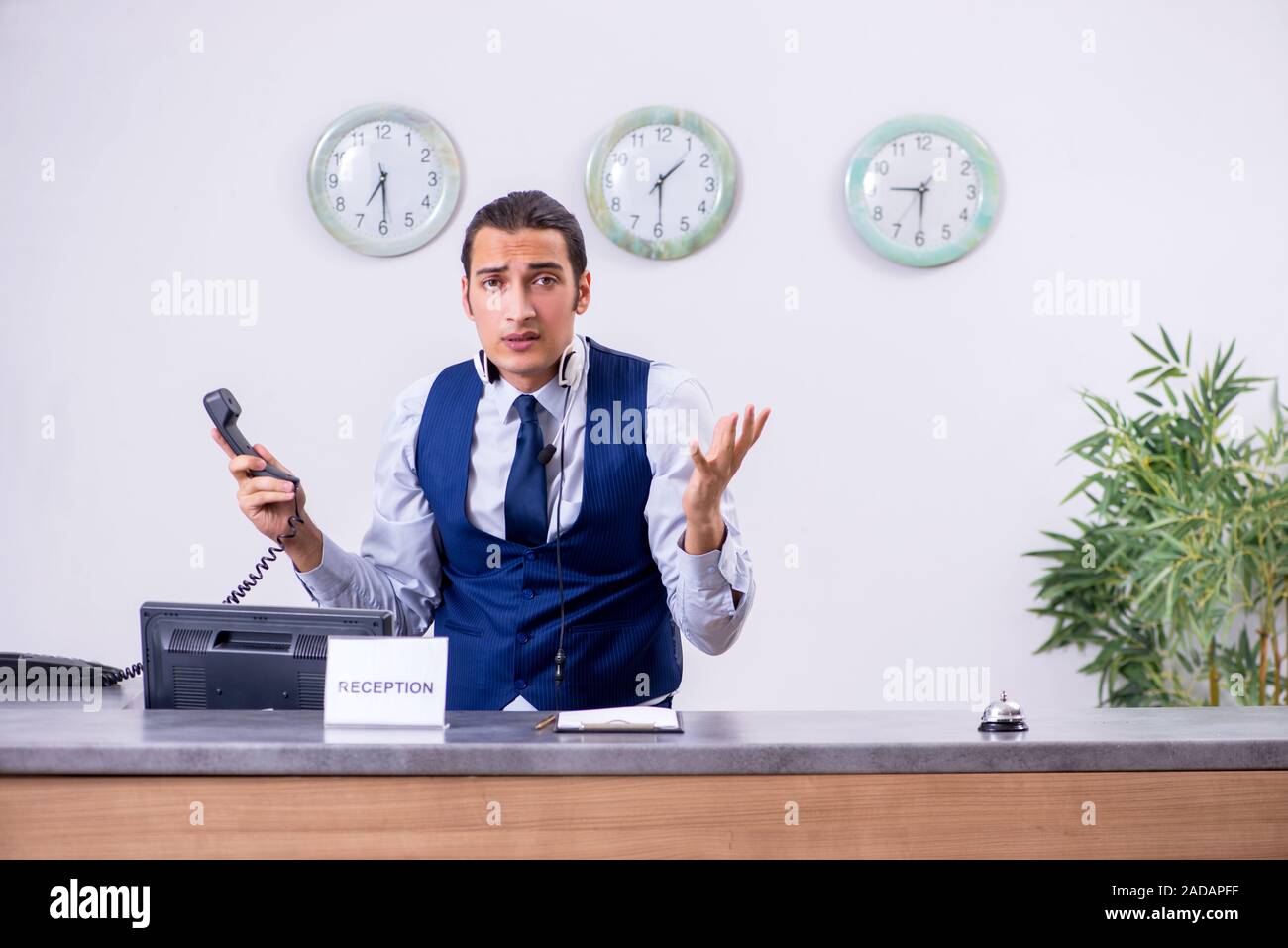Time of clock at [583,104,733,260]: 1:29
